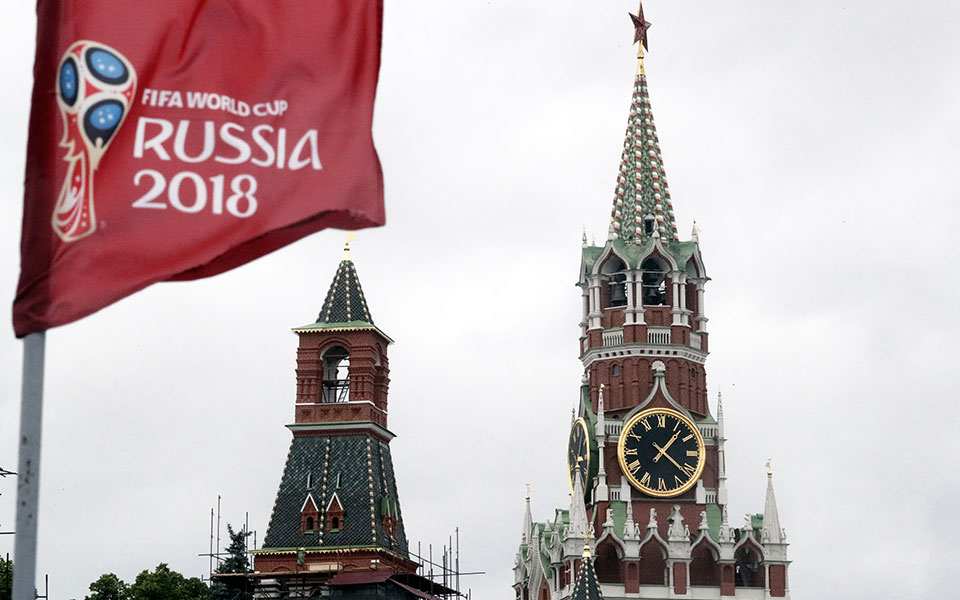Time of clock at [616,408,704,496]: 1:21
